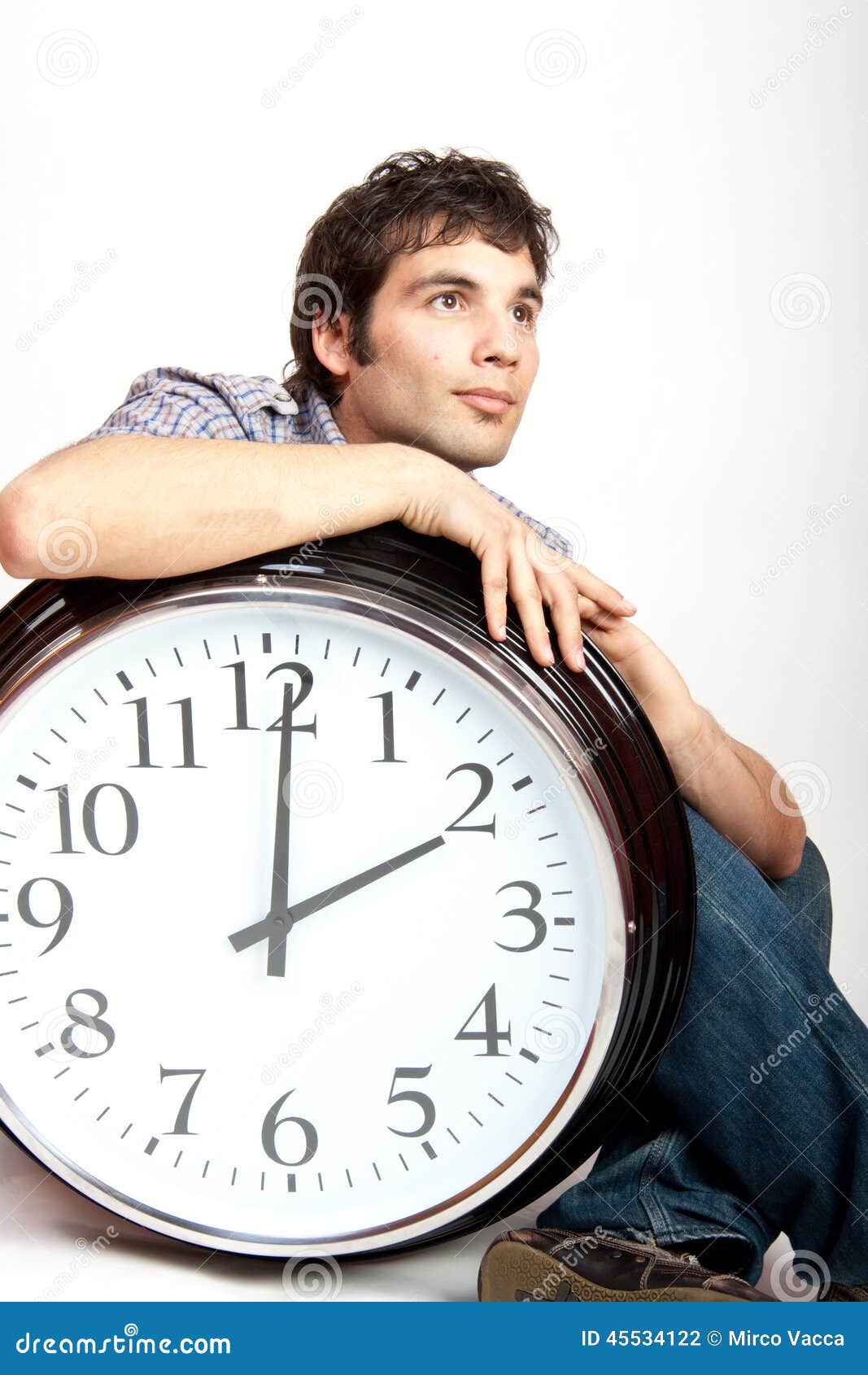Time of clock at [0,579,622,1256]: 2:00
